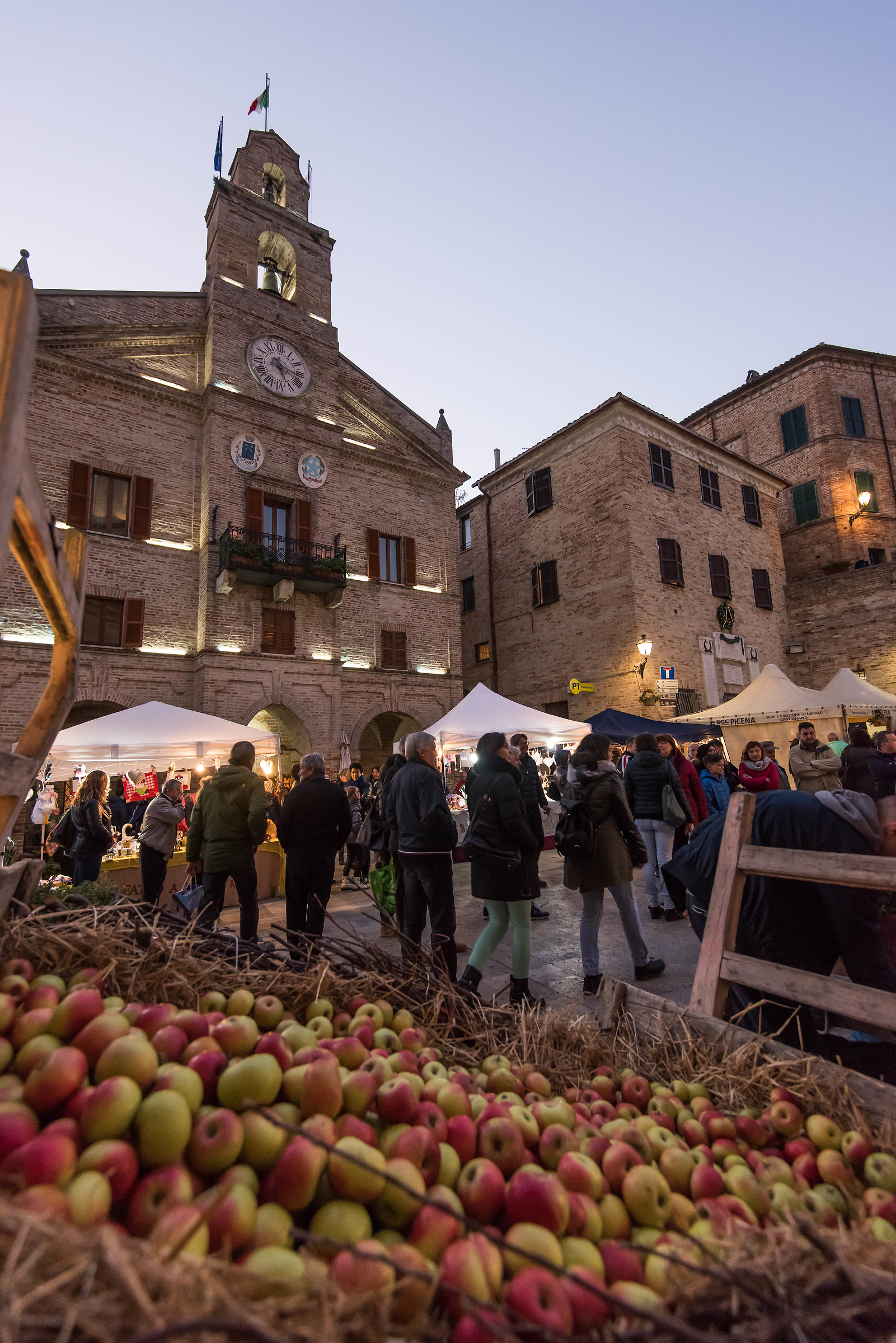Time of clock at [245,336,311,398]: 5:15
